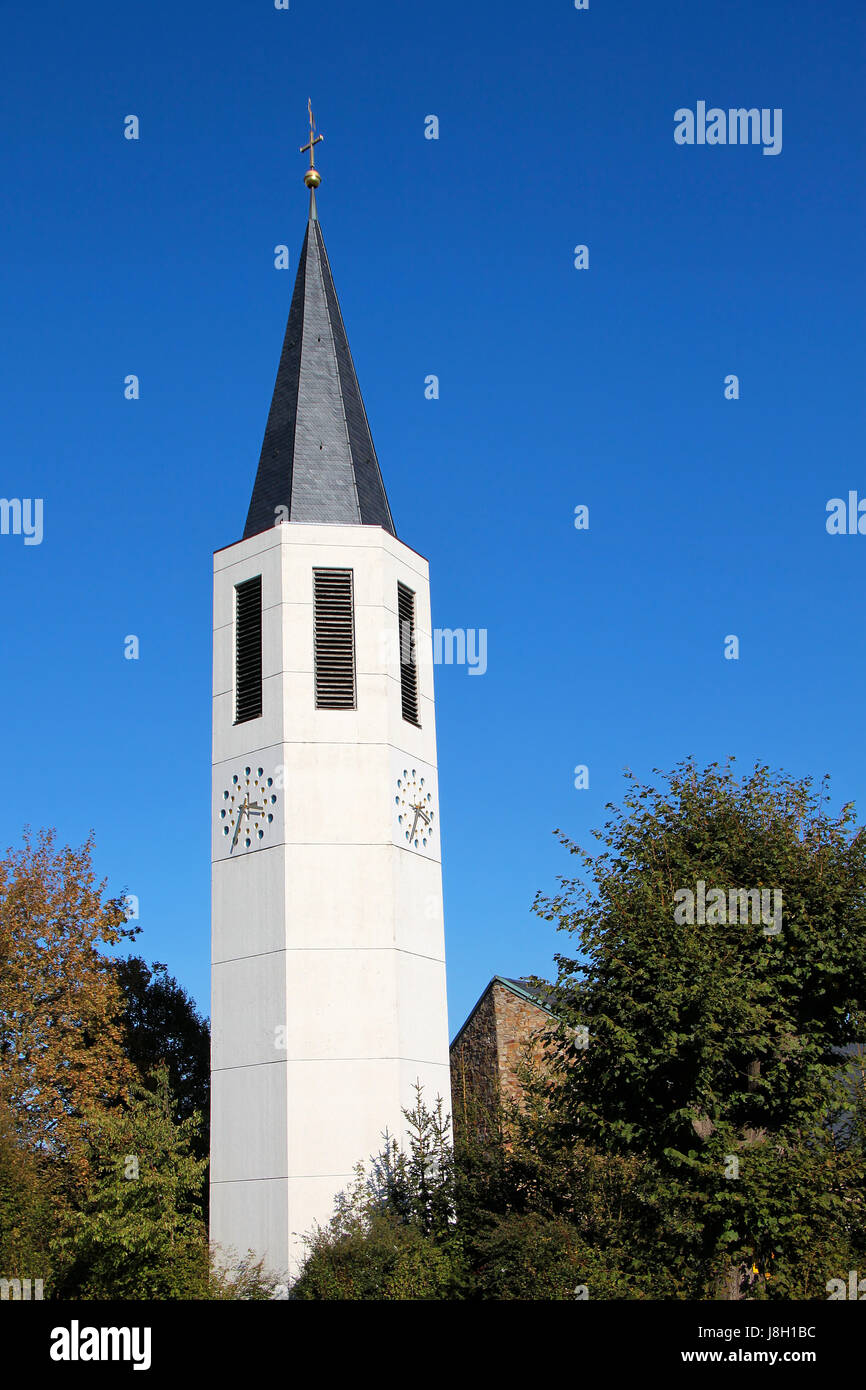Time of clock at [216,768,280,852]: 3:35
